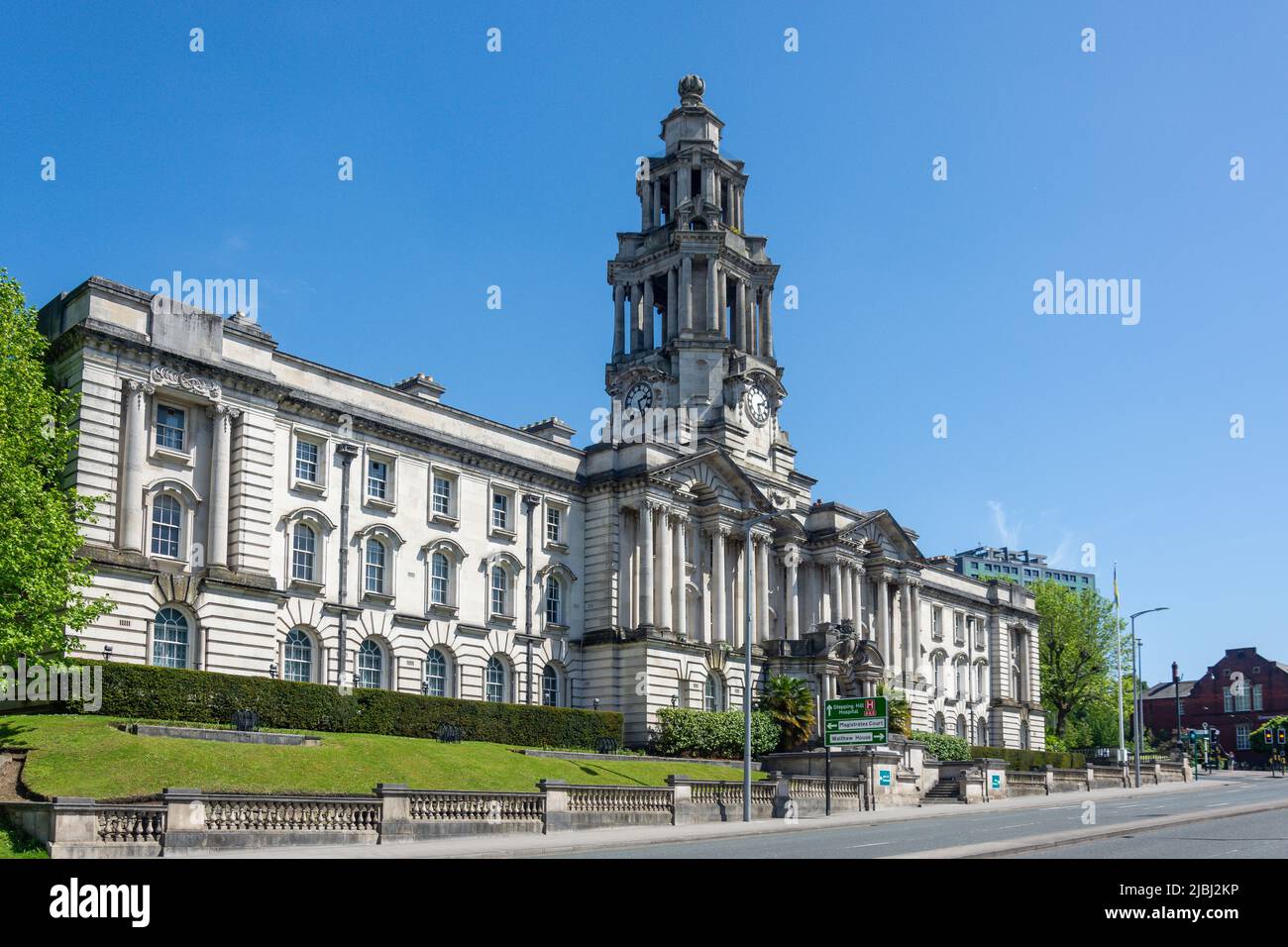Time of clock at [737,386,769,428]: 2:29
